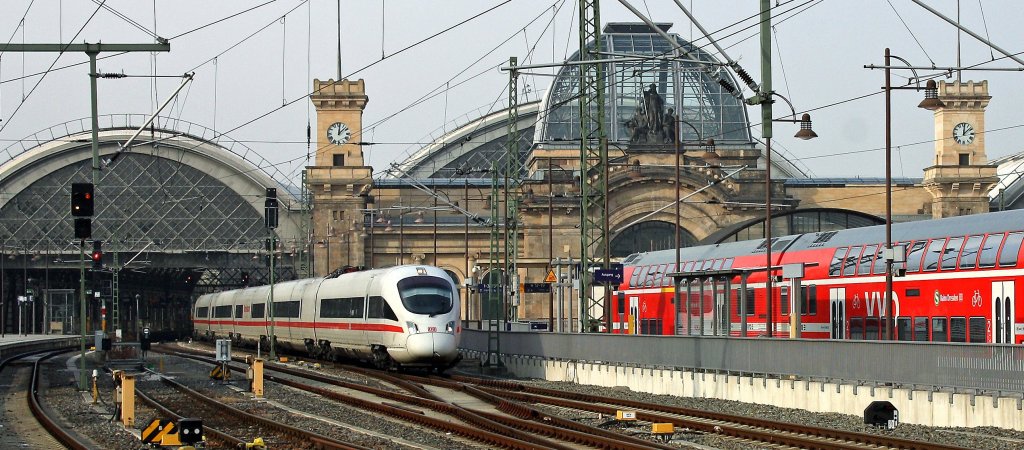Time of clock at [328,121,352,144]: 12:07
